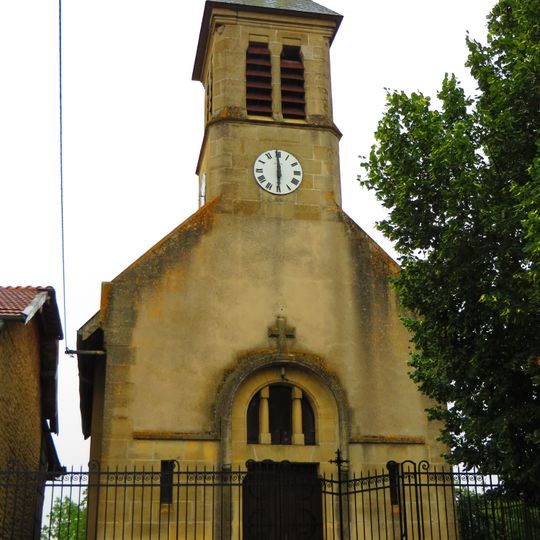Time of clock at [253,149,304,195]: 5:59
